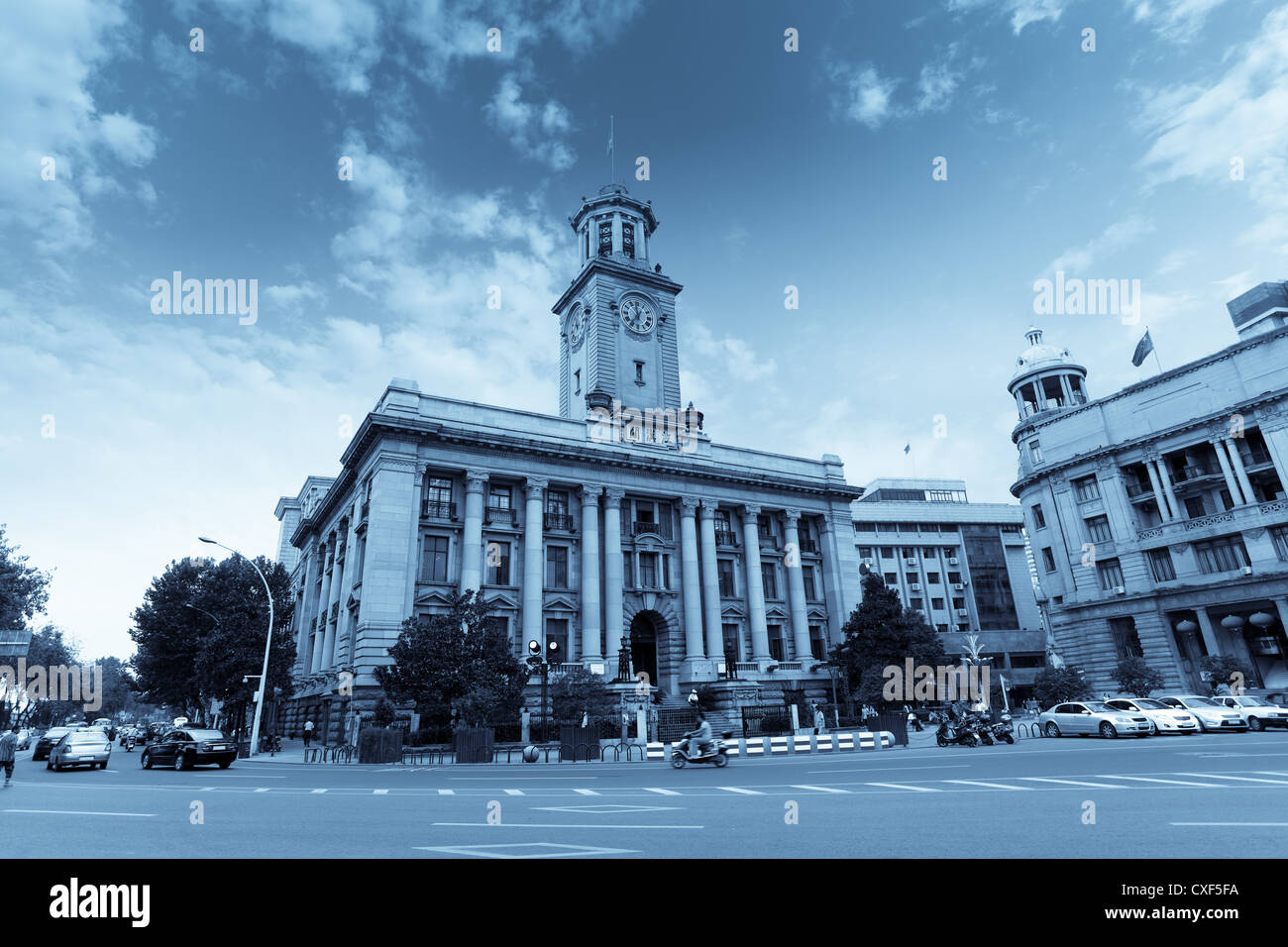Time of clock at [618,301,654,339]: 11:36
